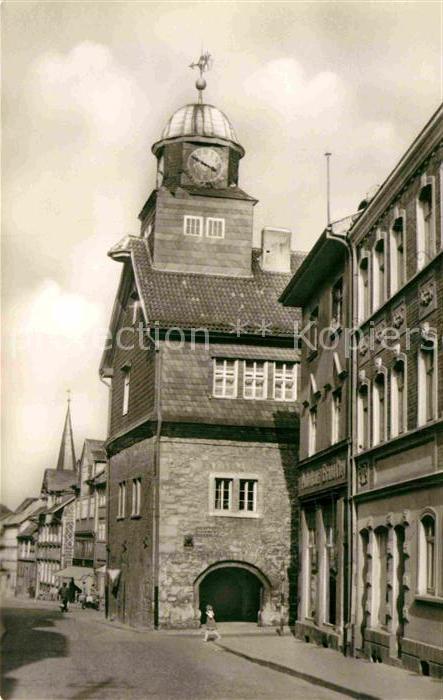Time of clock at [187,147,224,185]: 3:50
